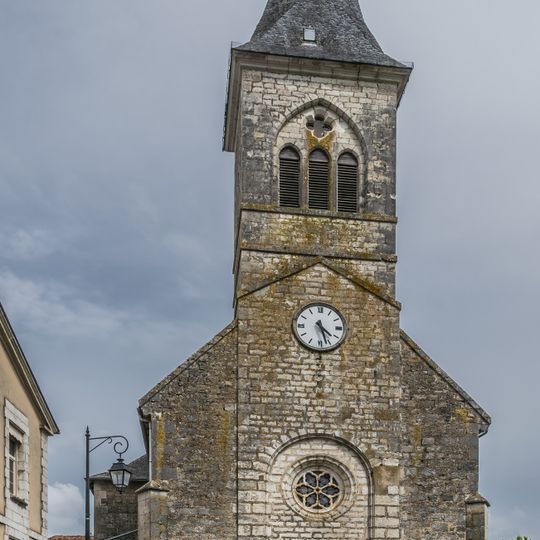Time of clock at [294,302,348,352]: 4:27
